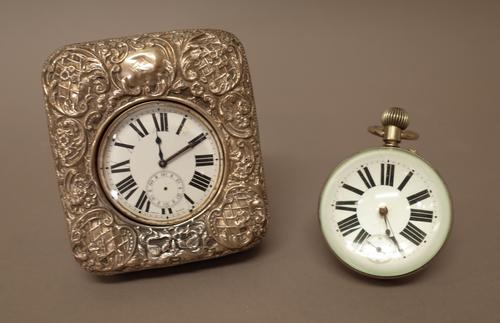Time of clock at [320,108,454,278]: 5:26
